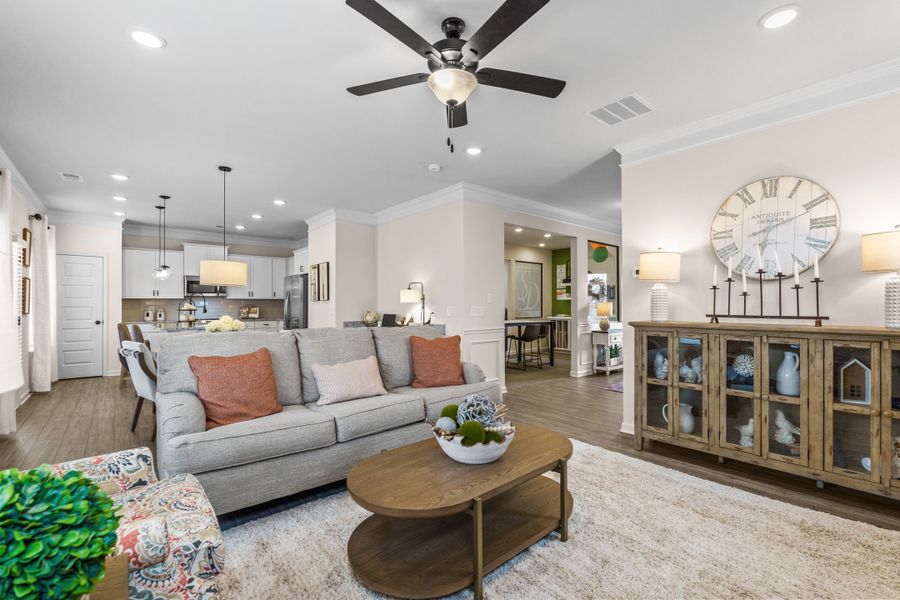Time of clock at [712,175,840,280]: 6:10
